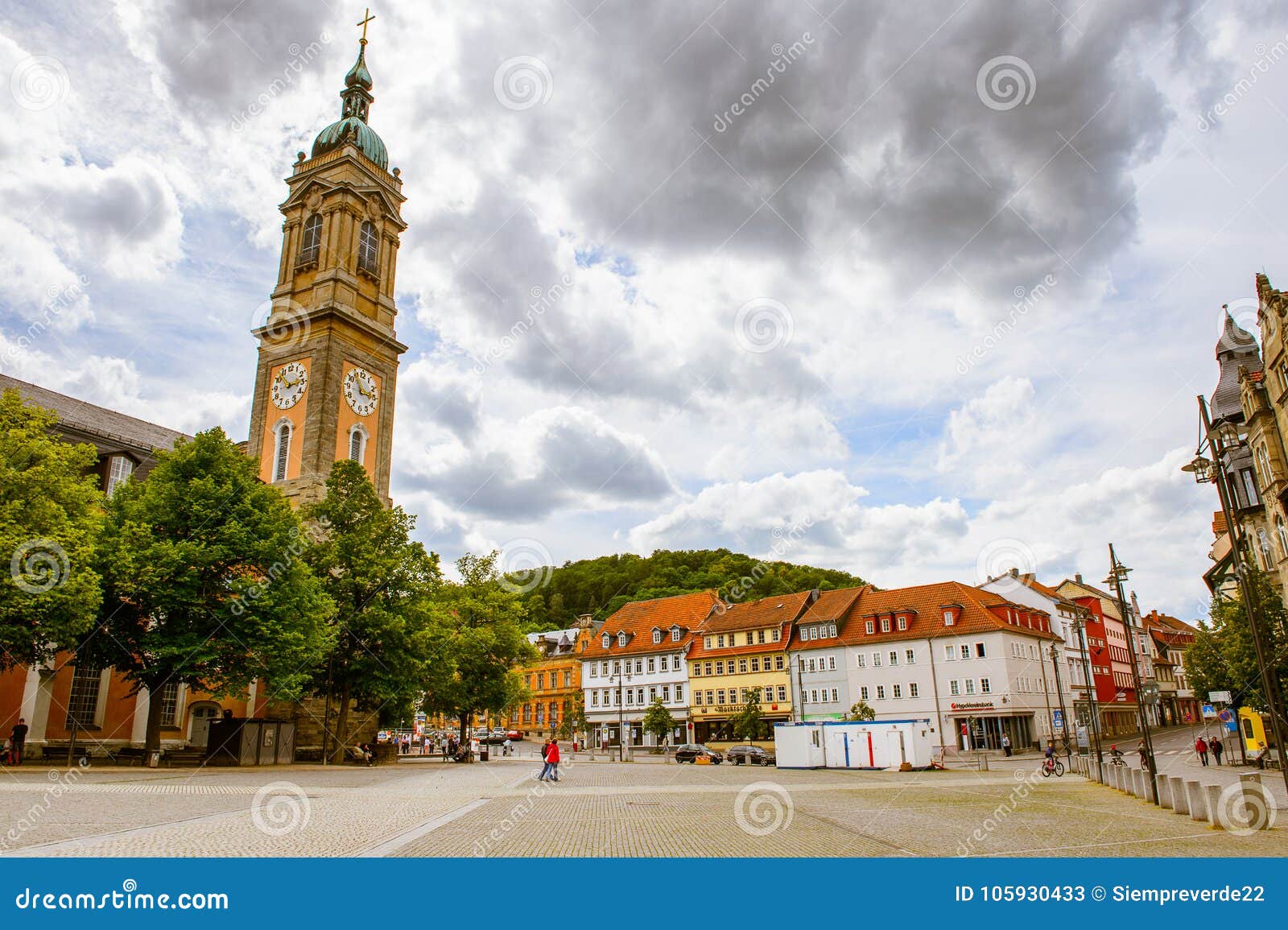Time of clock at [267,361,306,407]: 2:52
